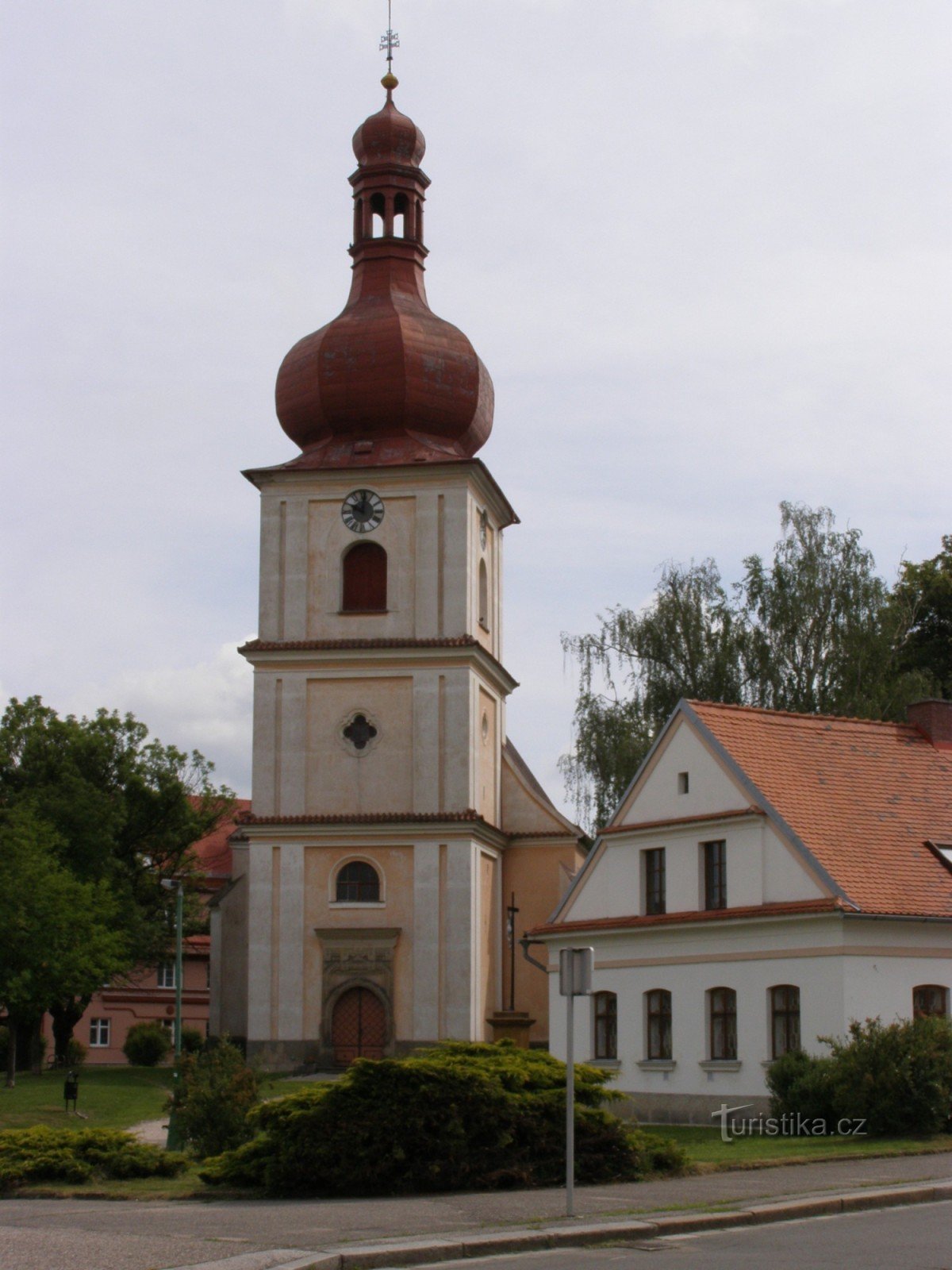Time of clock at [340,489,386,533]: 10:00
